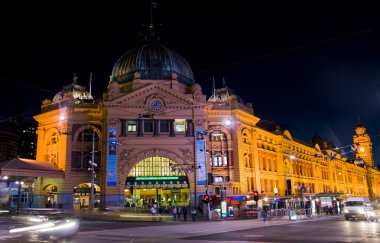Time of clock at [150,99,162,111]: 8:59
